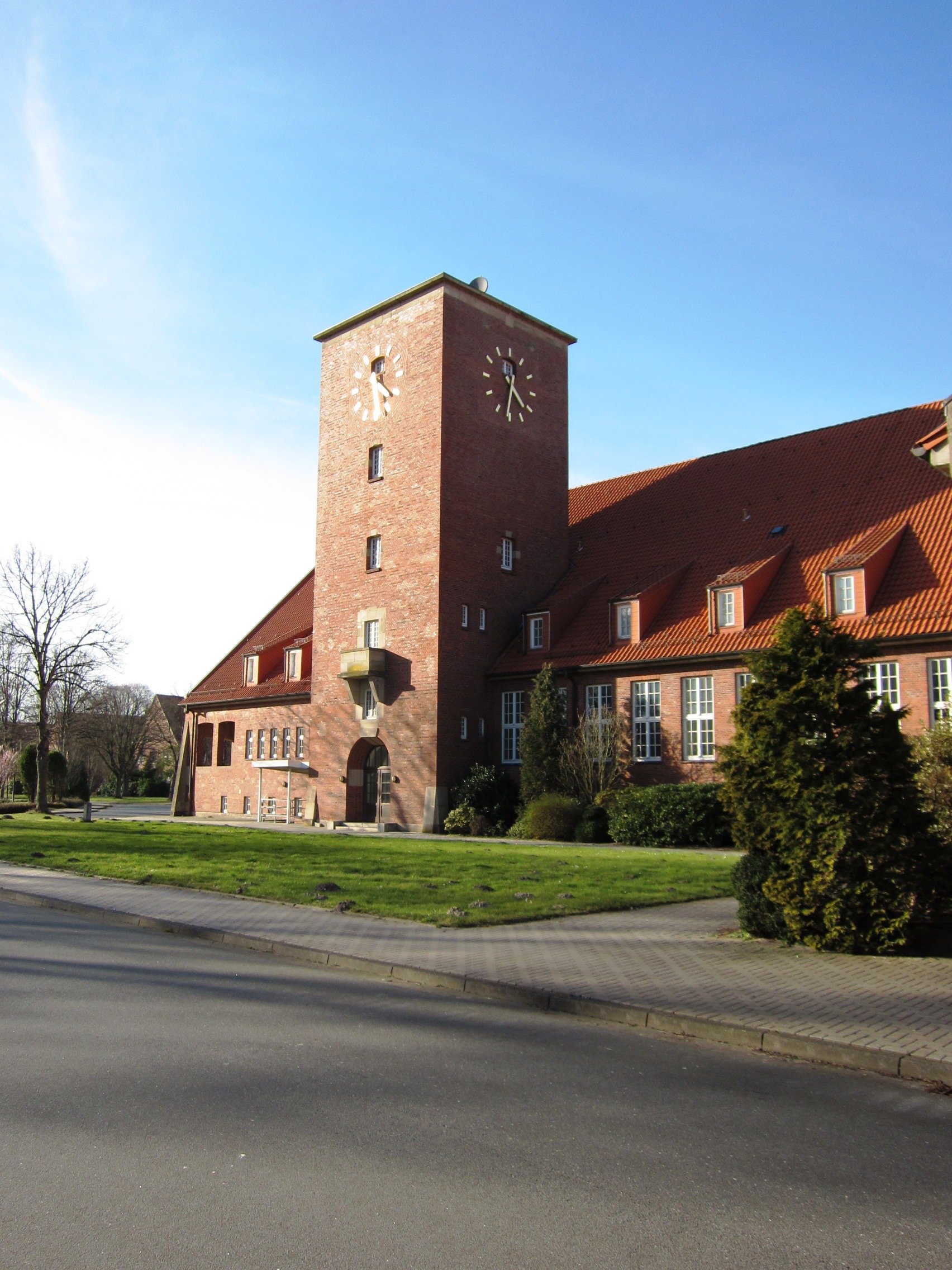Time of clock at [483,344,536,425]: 4:31
